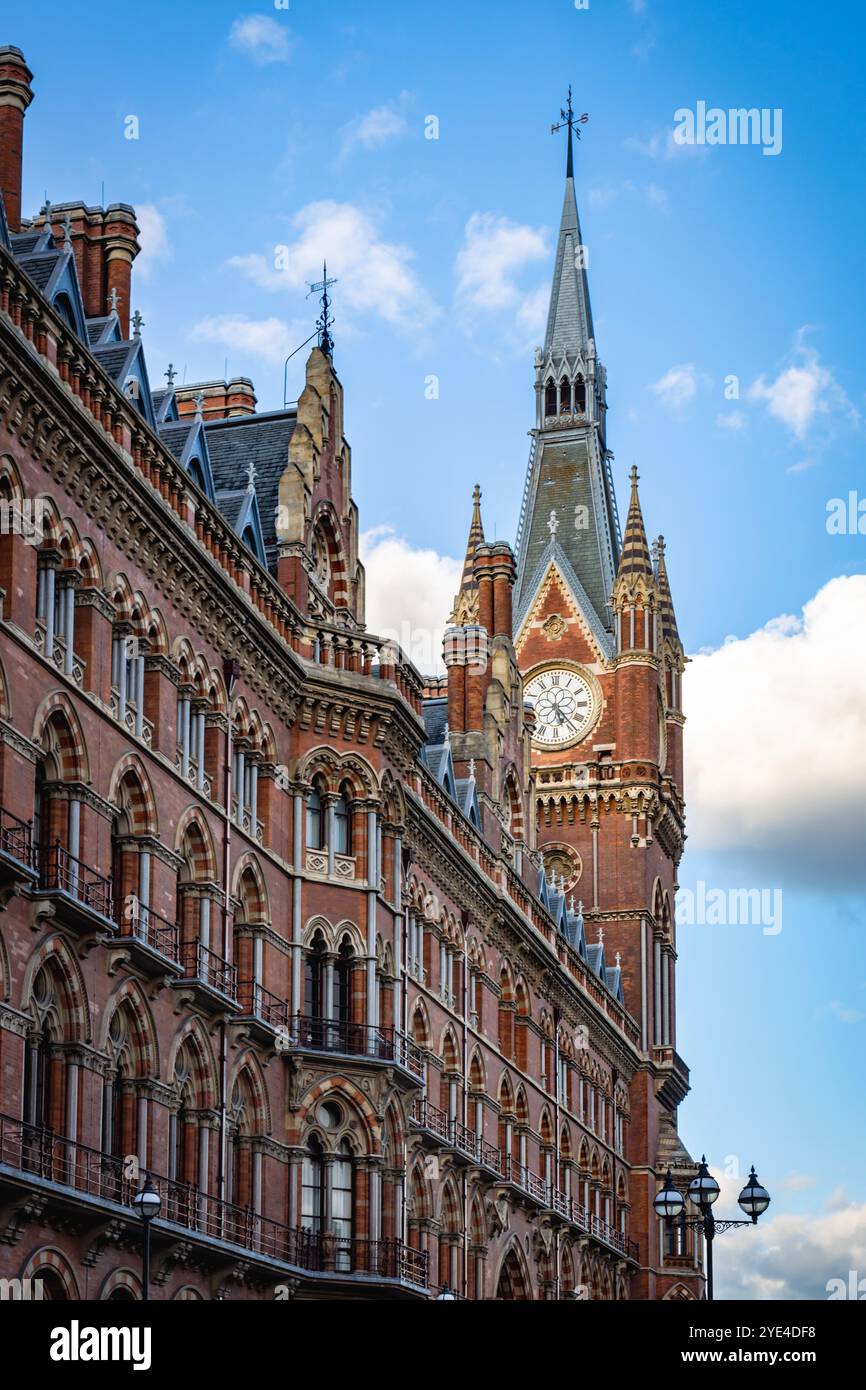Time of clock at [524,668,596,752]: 5:23
